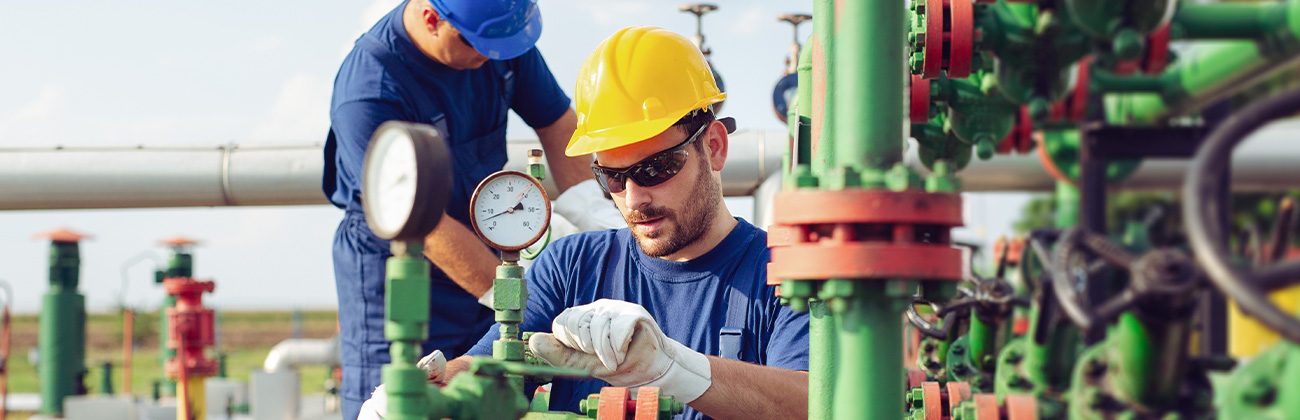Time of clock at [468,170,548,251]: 2:42
